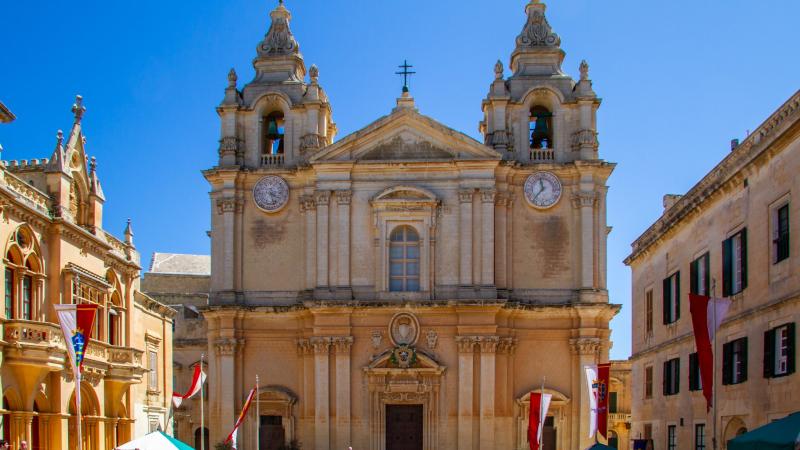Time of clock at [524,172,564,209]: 11:36
